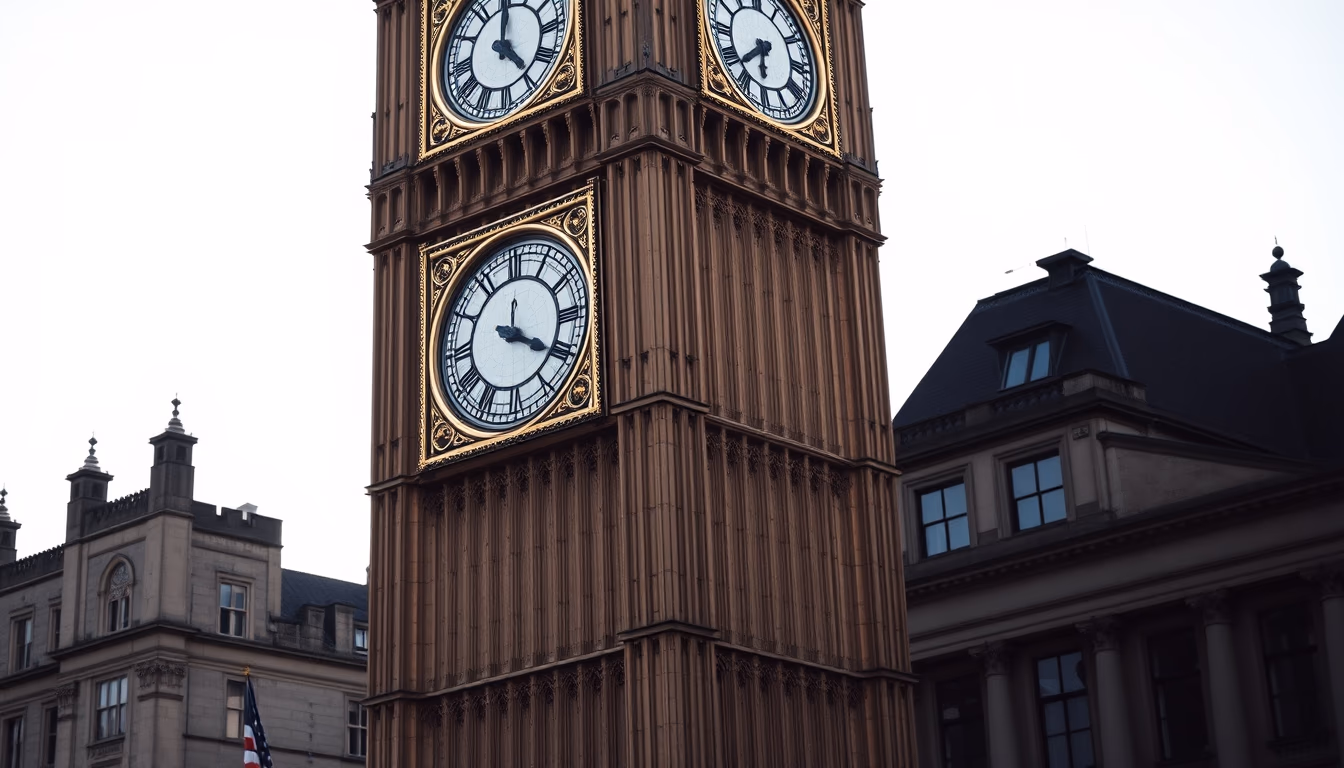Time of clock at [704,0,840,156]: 6:38
